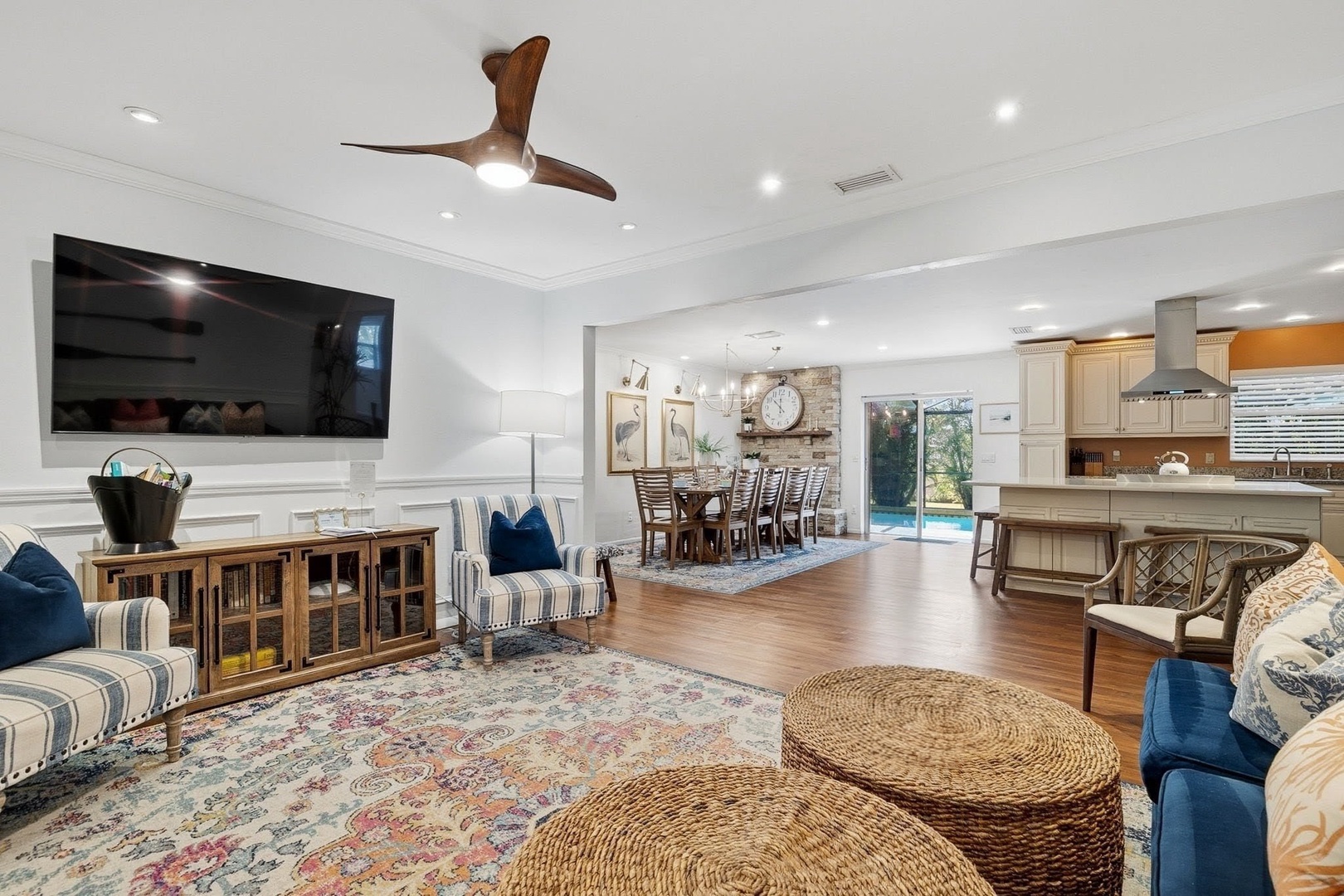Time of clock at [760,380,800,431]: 11:52
